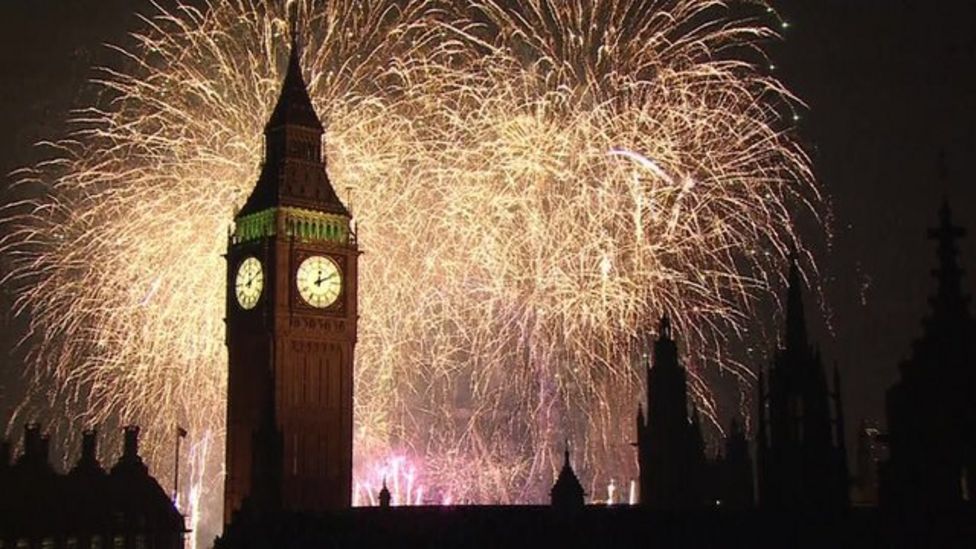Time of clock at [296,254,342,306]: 12:10
